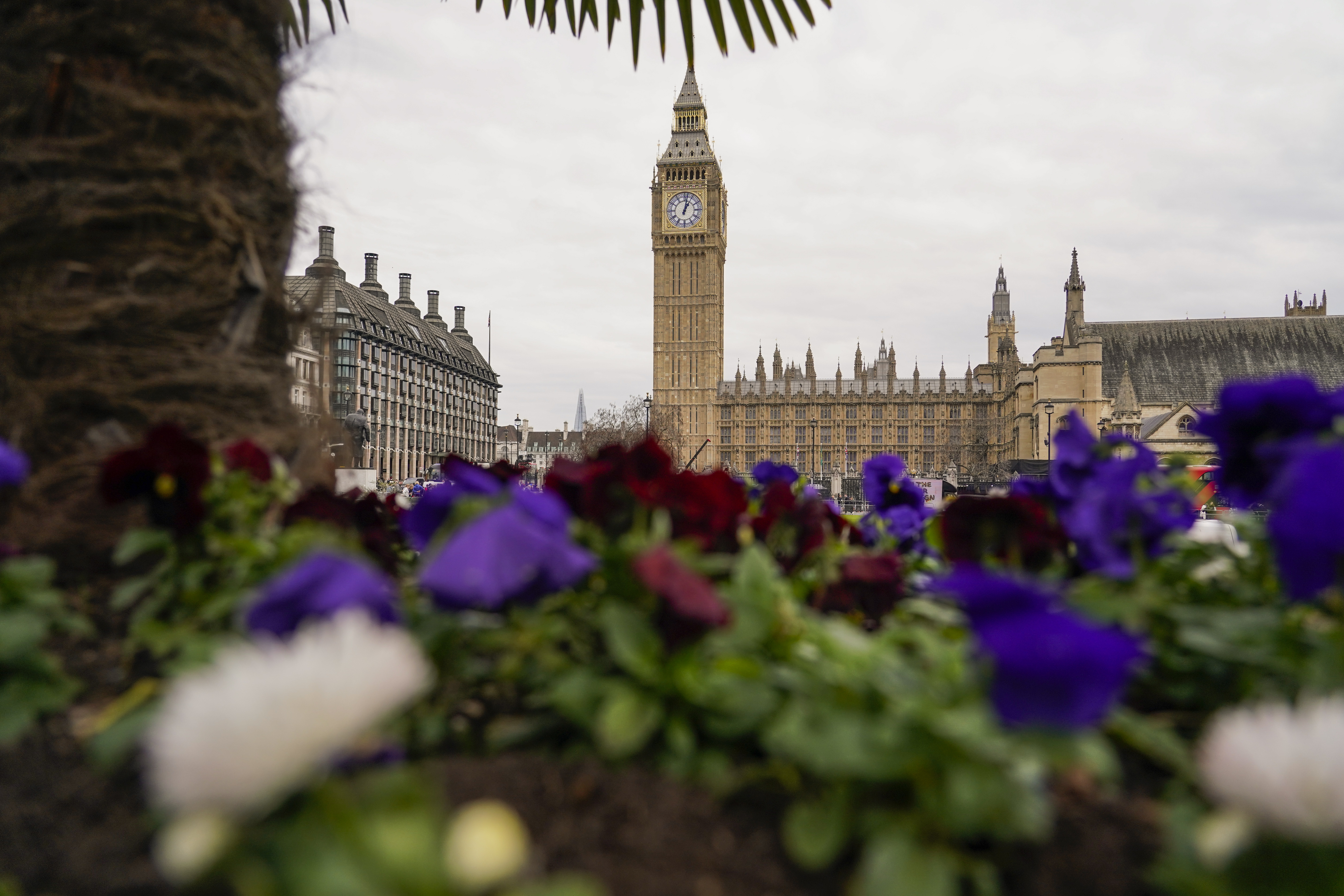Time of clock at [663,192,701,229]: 1:02
